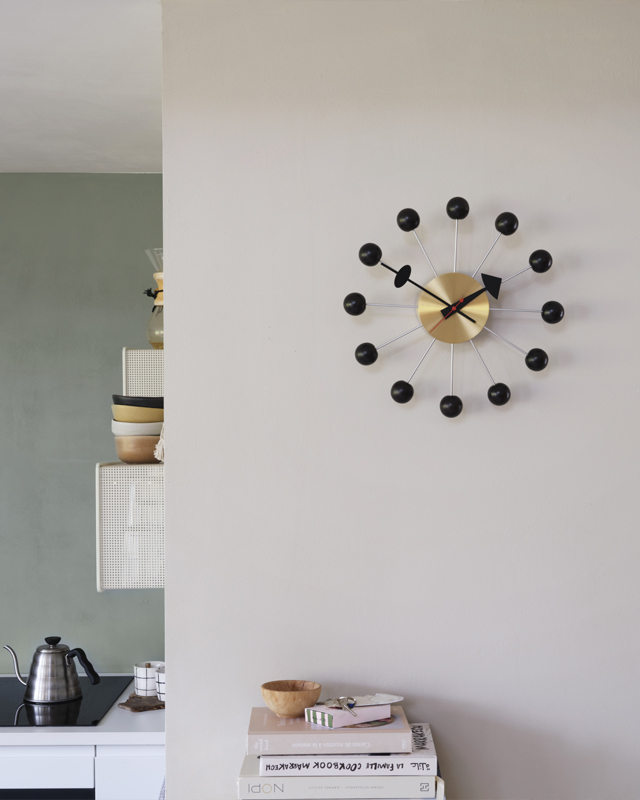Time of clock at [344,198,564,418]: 1:50
